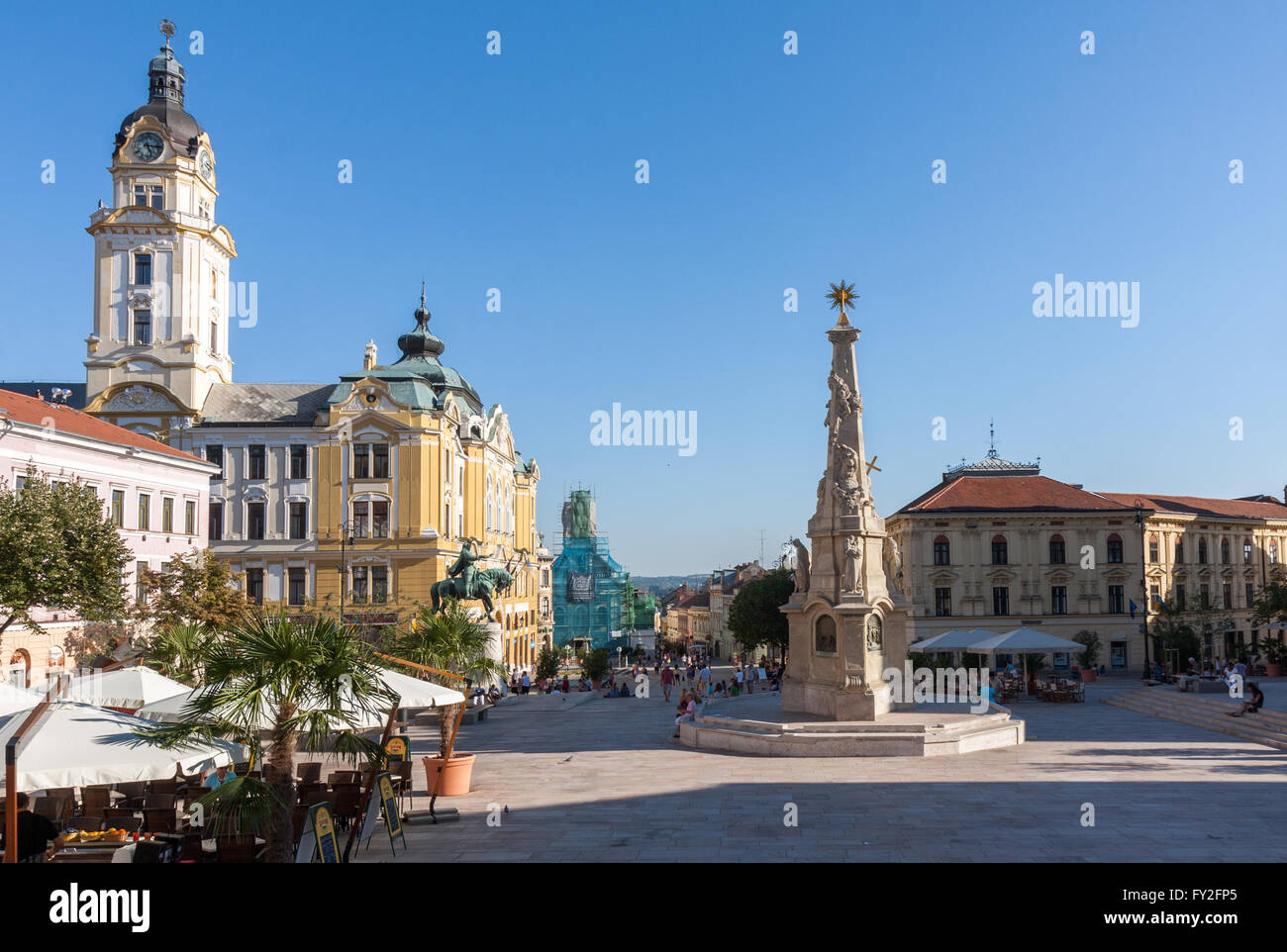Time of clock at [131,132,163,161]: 5:15
